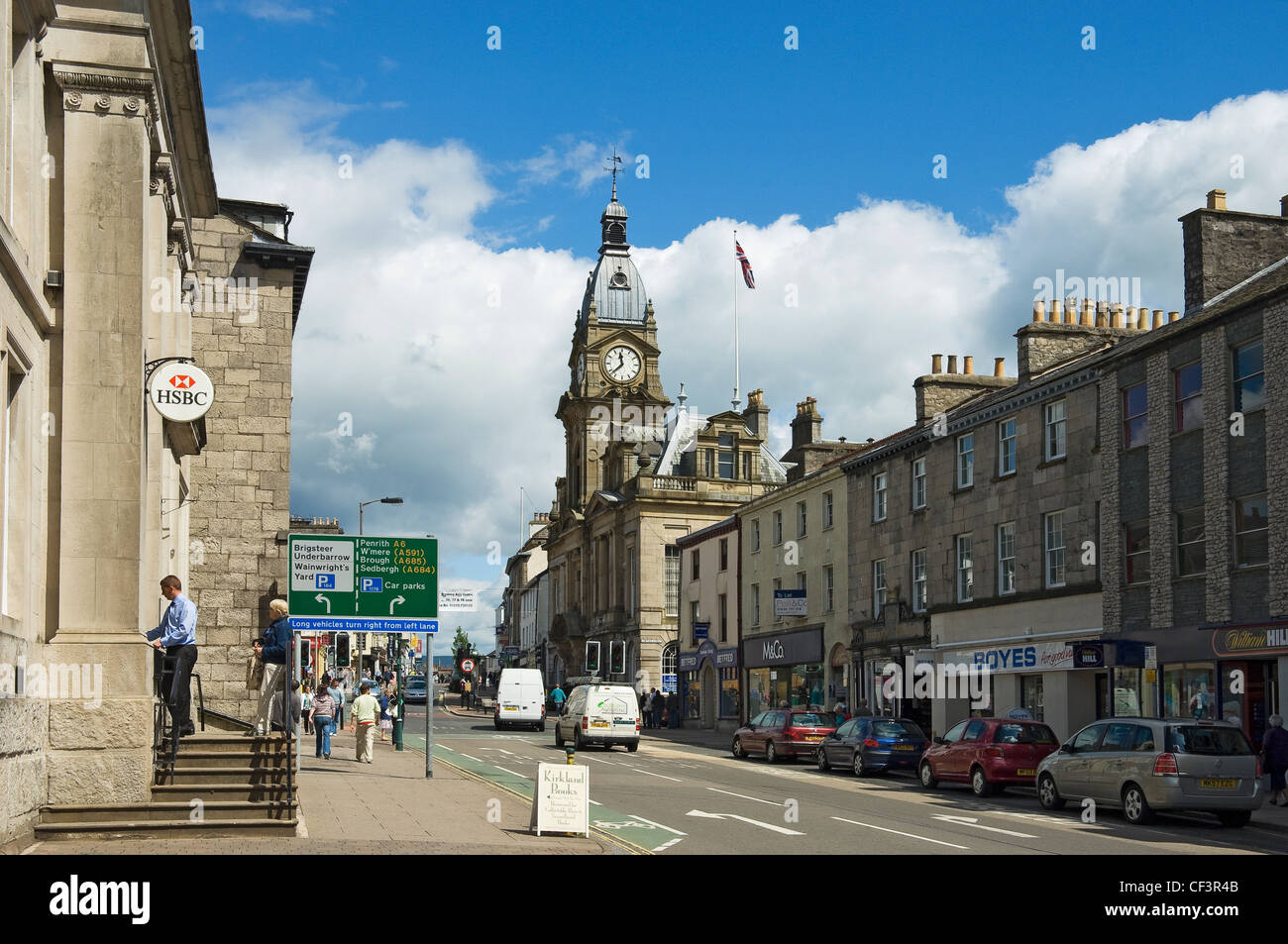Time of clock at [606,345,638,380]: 11:37
